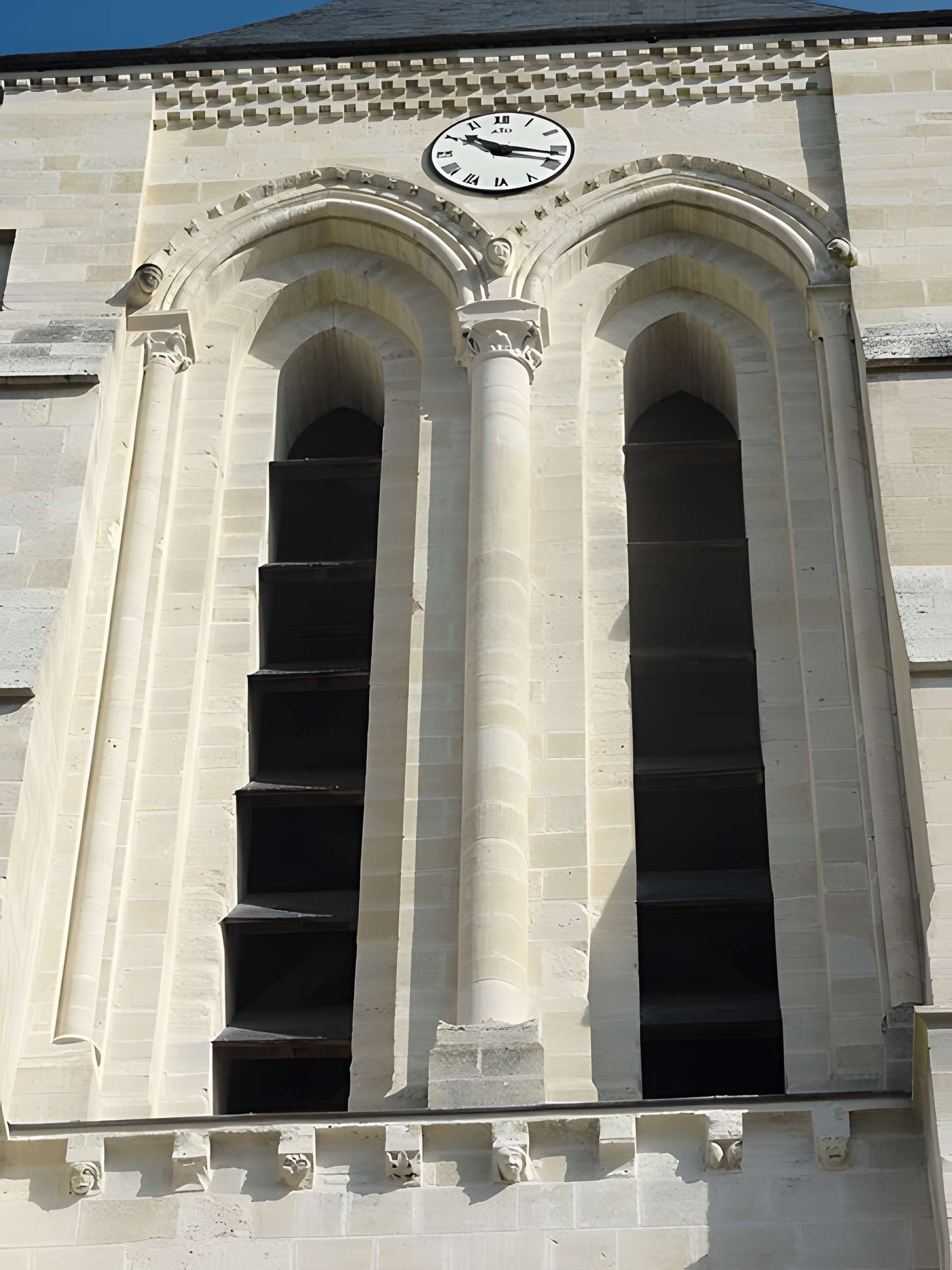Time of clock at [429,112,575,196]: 10:17
